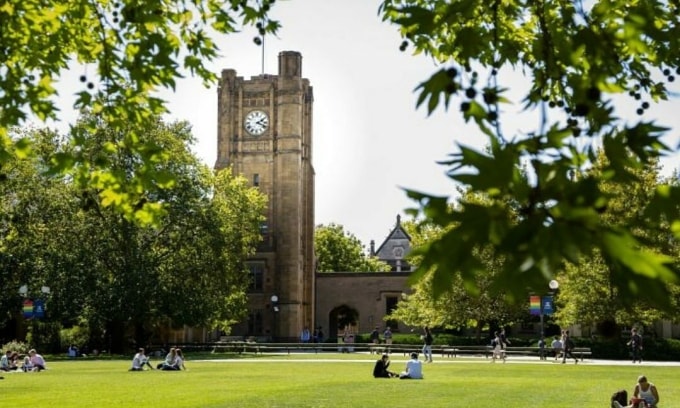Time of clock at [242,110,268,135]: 2:18
